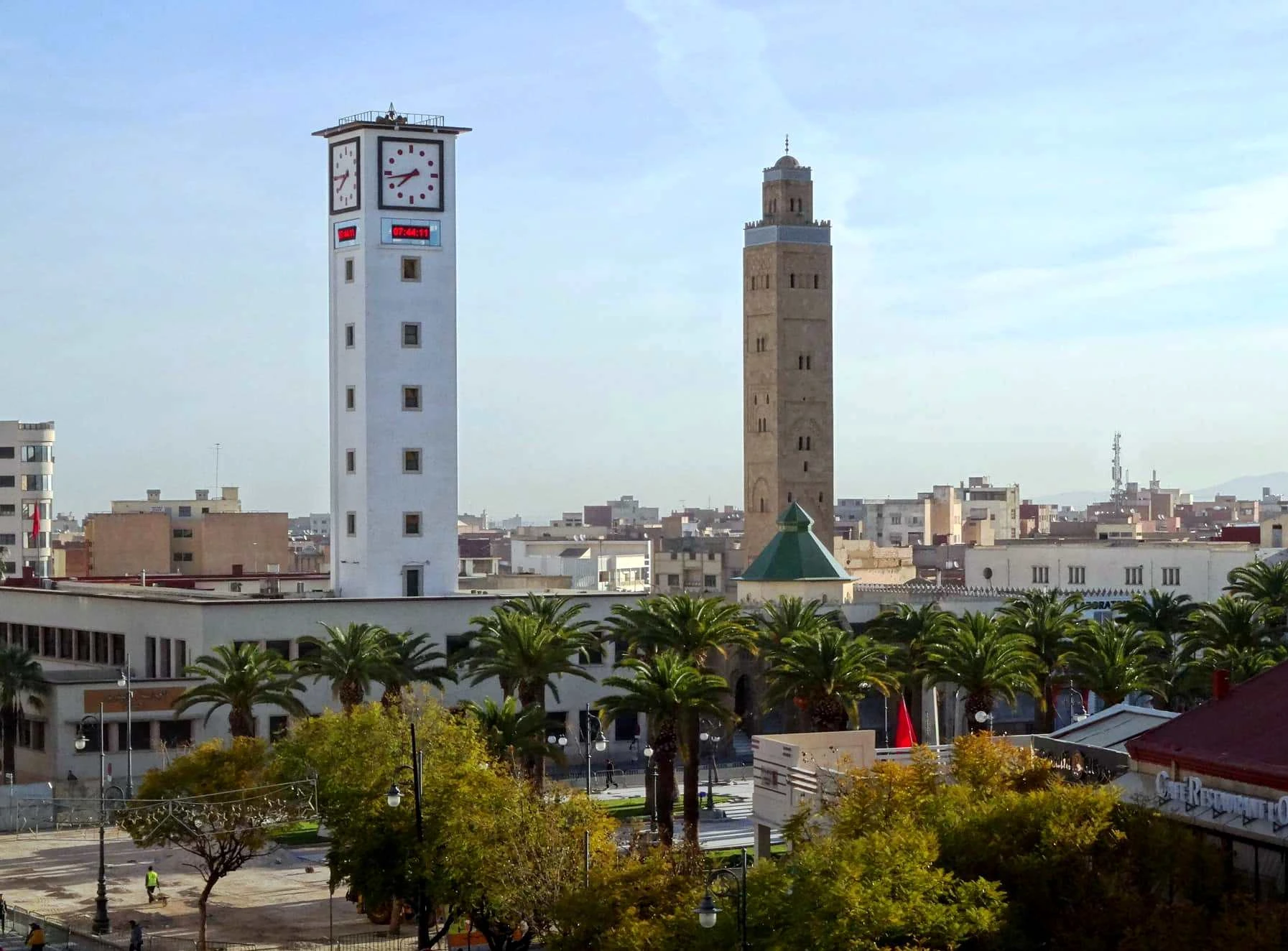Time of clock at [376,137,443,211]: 7:43
